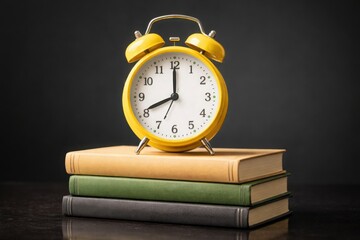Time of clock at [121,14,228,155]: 8:00
